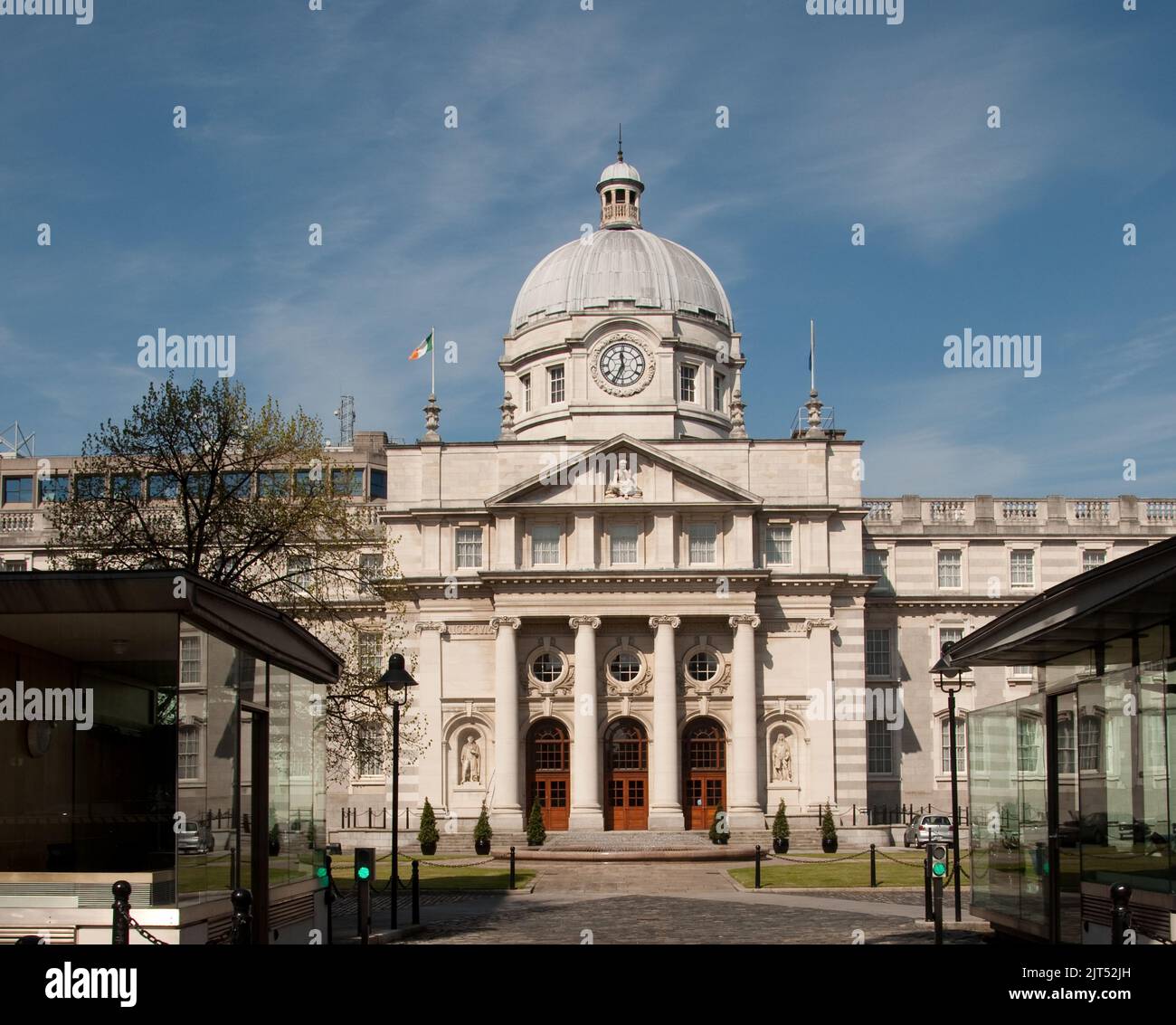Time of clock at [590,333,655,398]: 11:34
